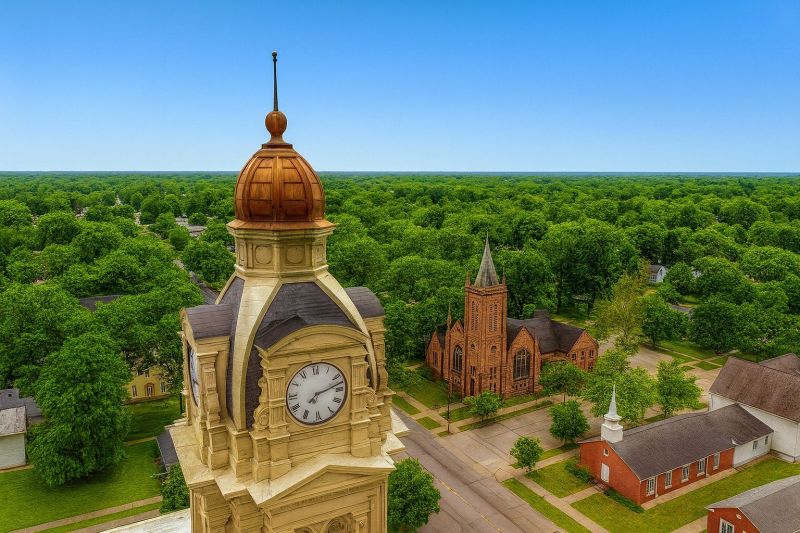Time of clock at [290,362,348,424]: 7:12
